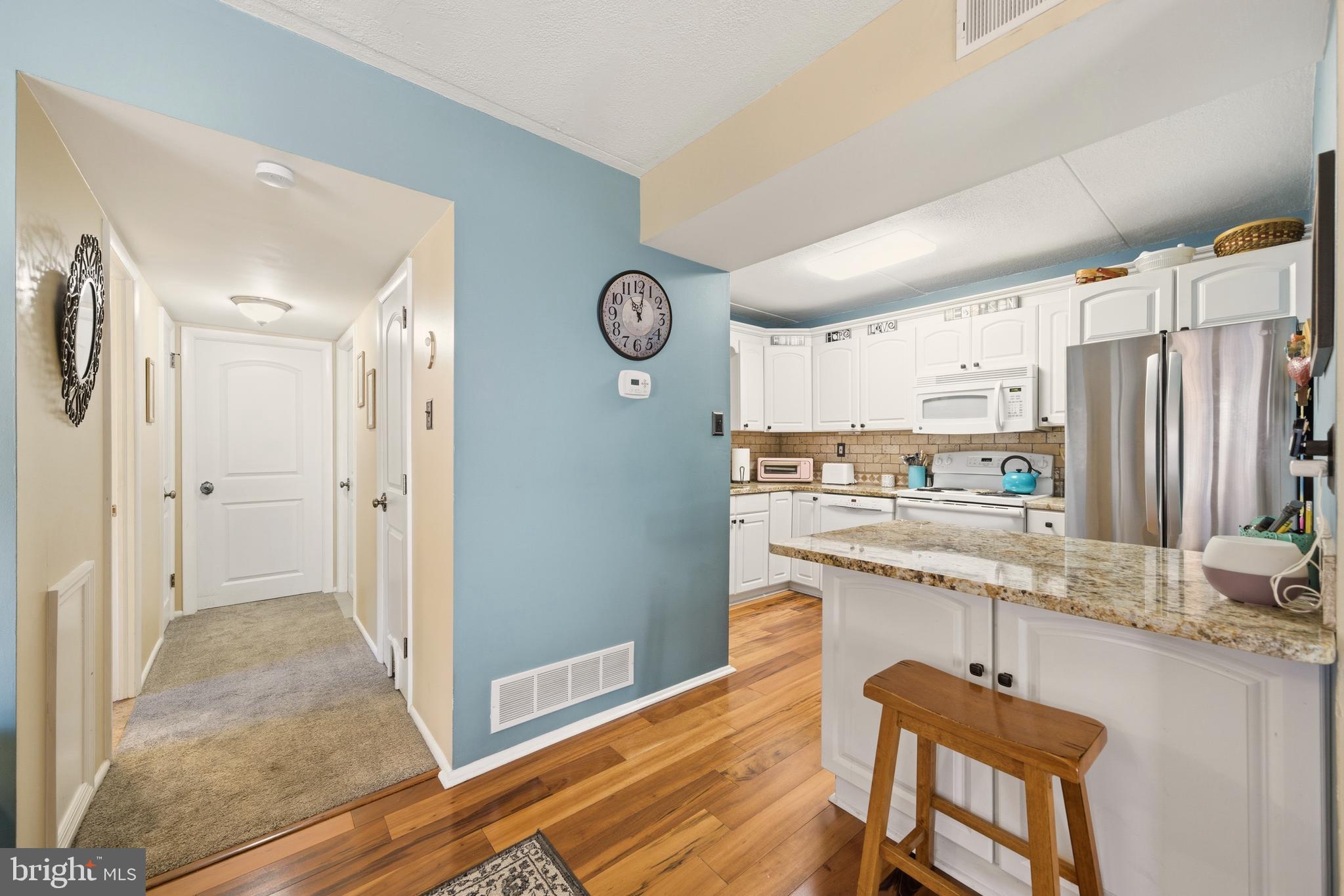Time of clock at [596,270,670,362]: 11:02
